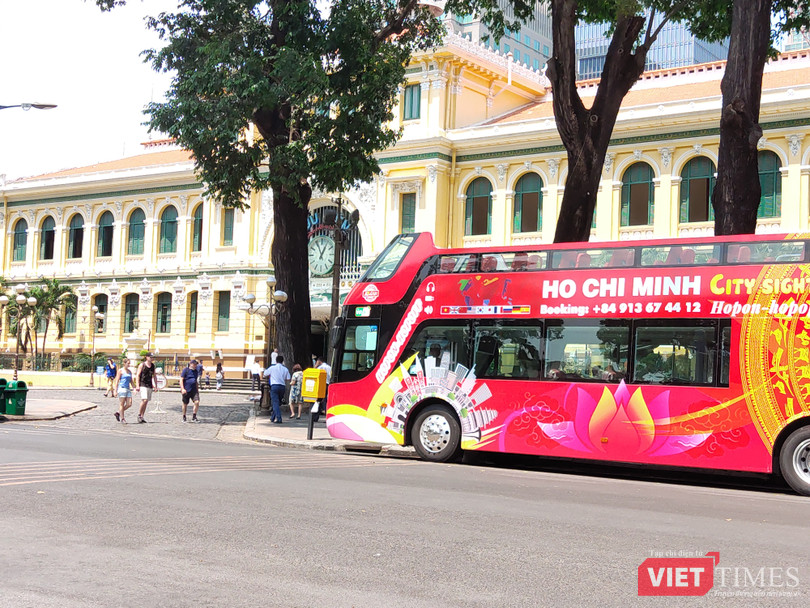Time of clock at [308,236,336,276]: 12:55
